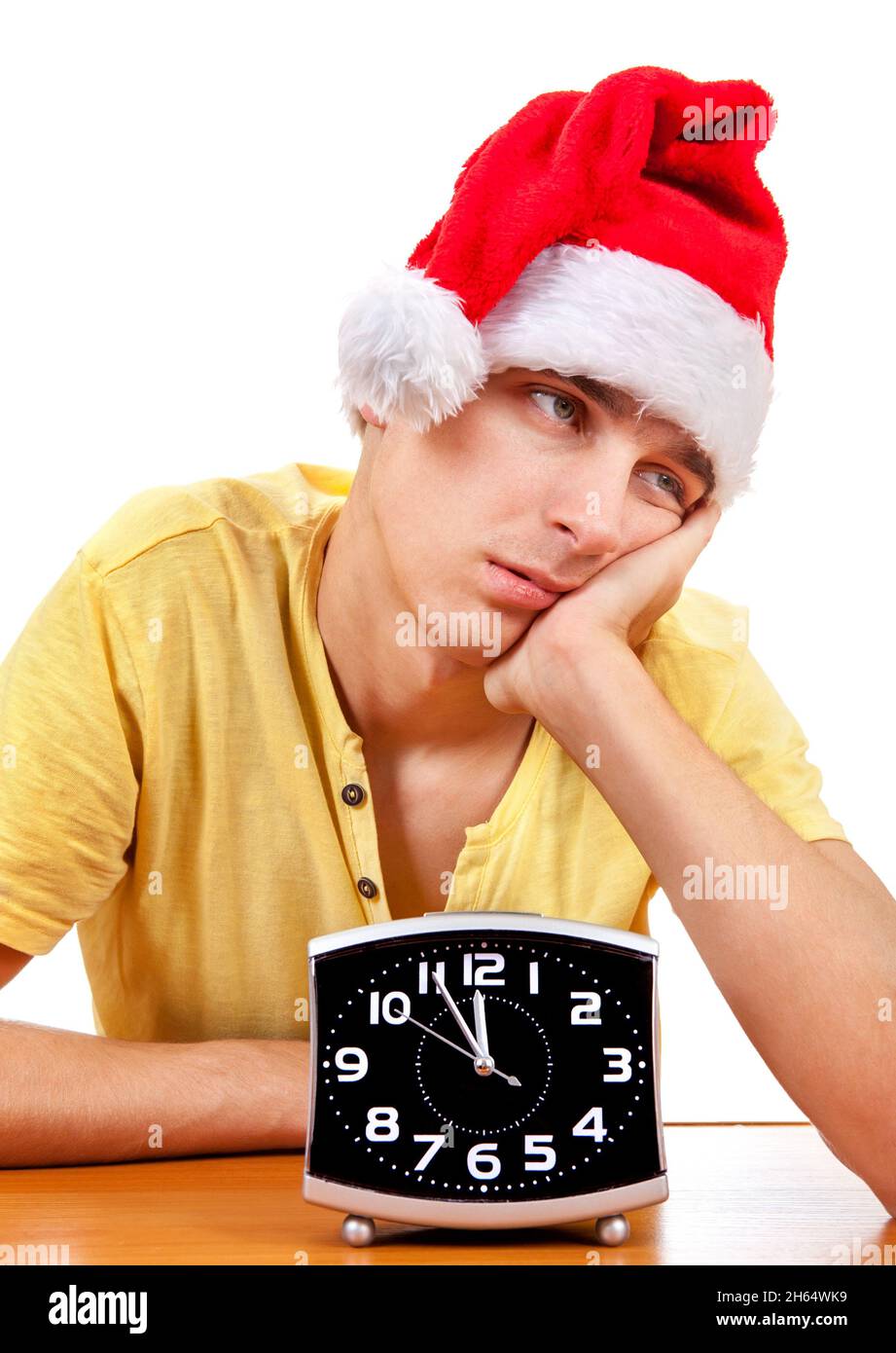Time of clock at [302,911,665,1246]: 11:55
